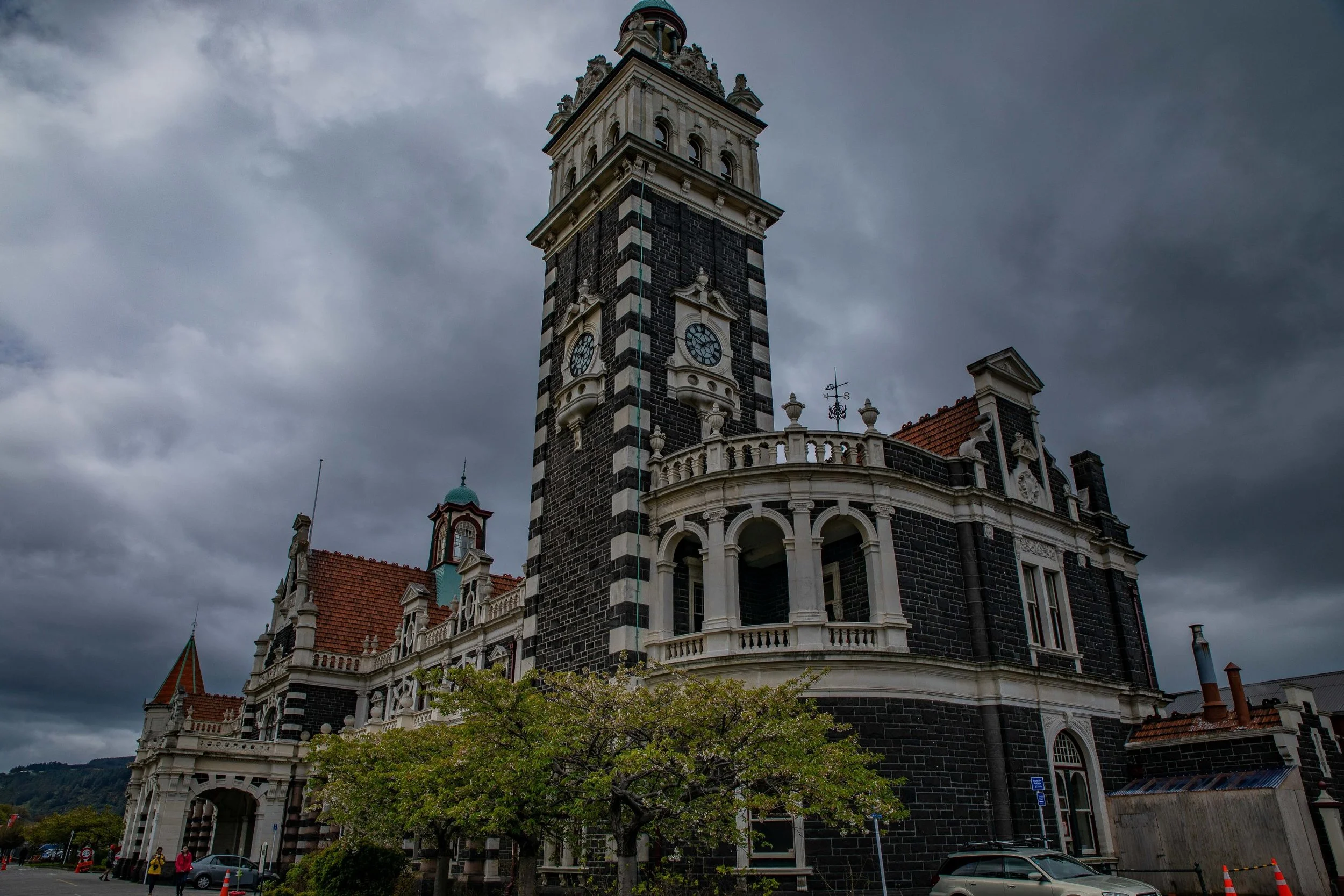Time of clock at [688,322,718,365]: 1:49
